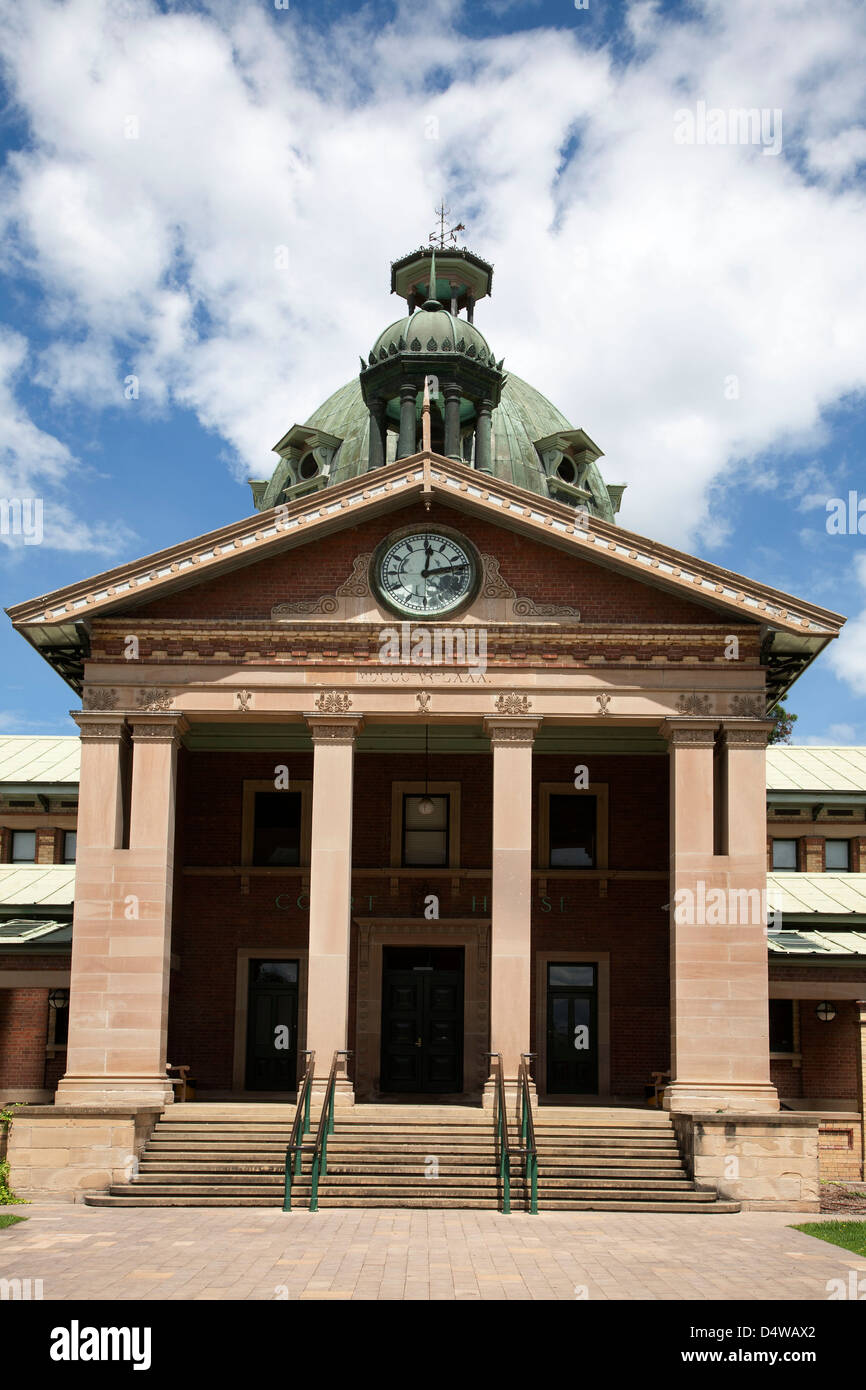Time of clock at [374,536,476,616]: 12:12
